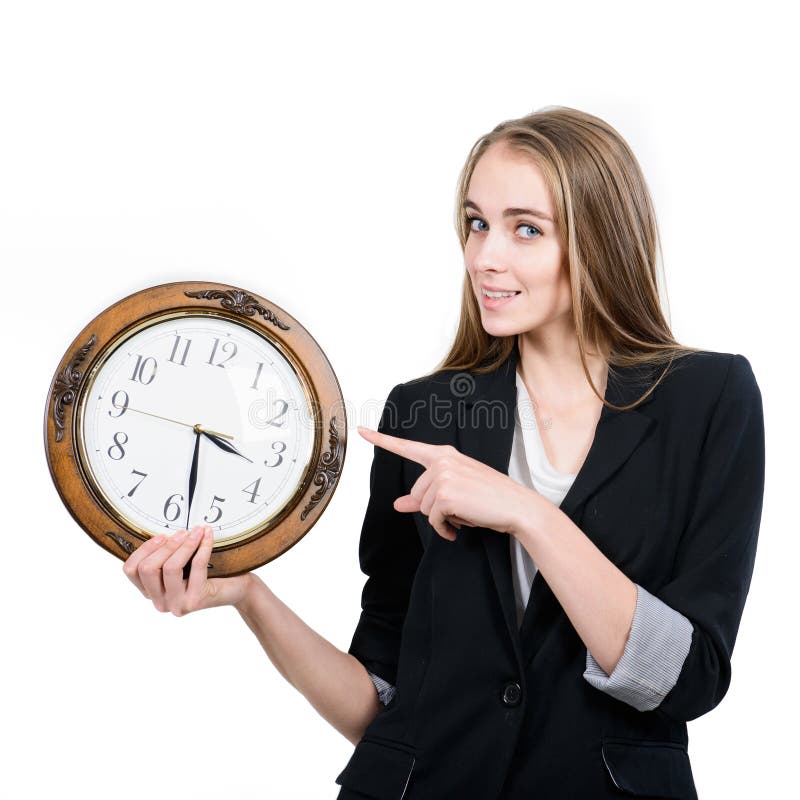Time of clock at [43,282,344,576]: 3:28
